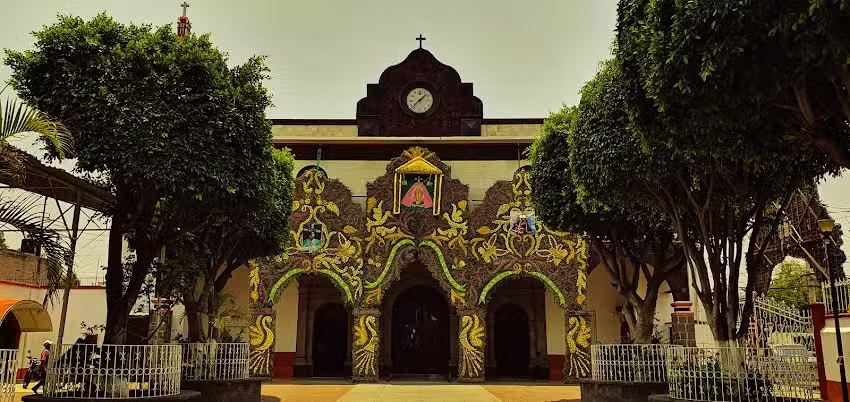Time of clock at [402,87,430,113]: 1:37
